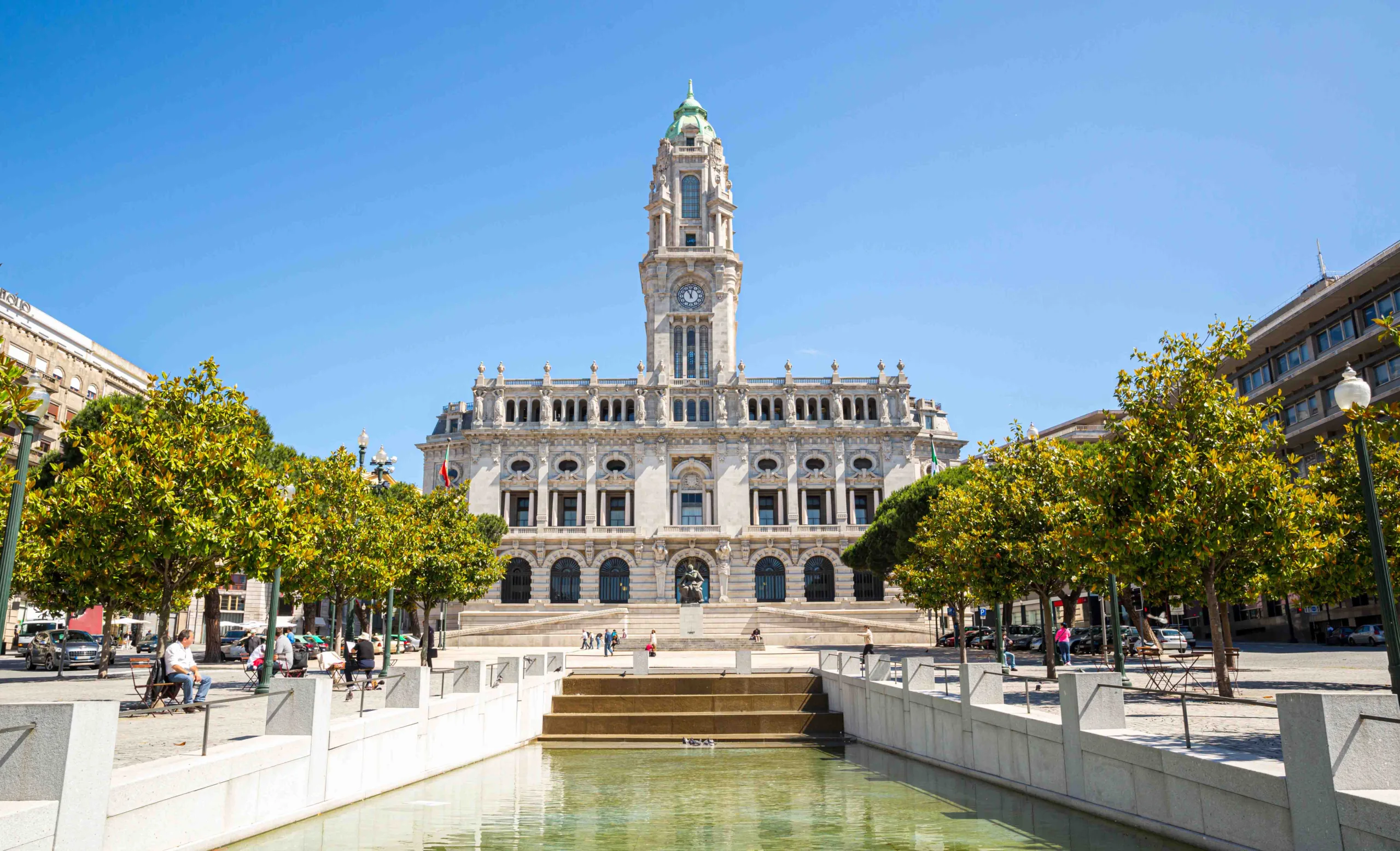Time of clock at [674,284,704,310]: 11:02
